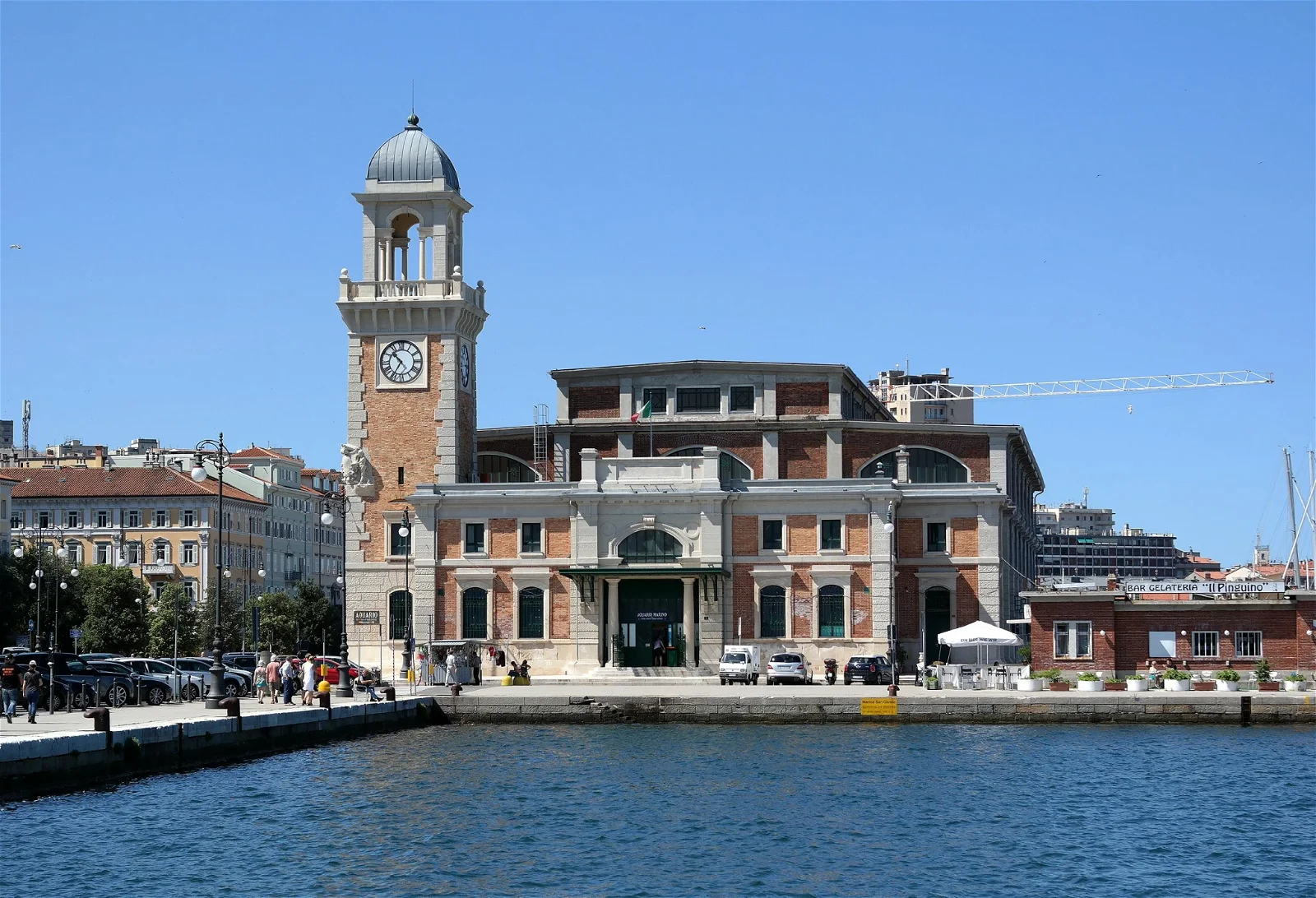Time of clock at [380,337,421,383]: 10:35
